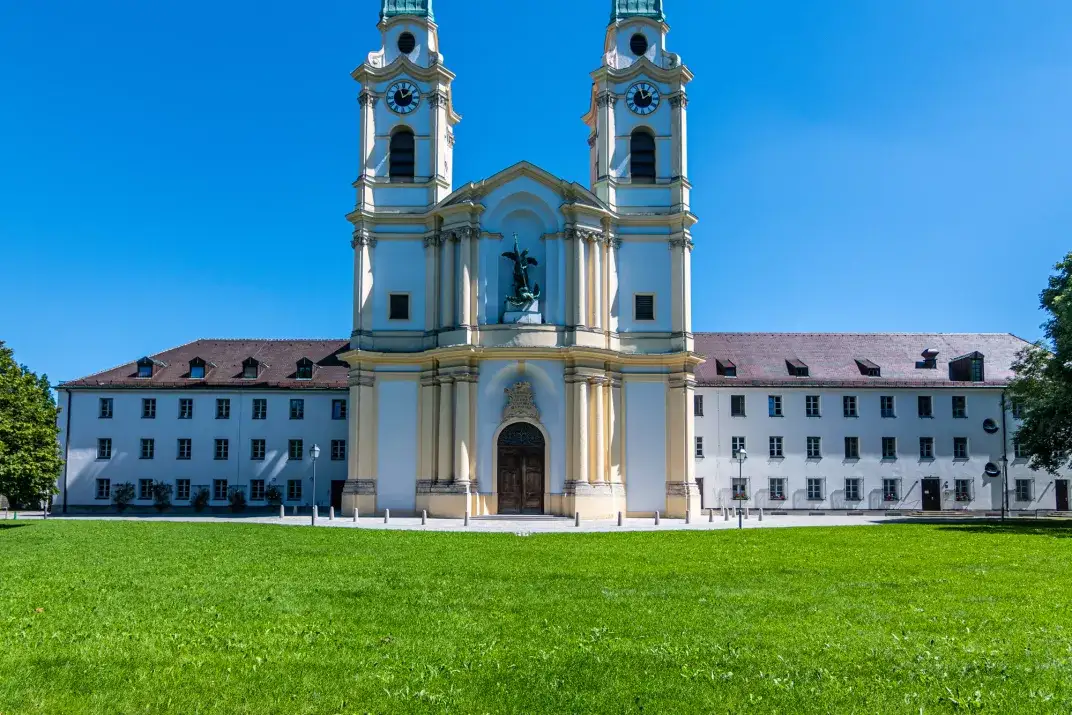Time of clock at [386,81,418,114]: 1:57
